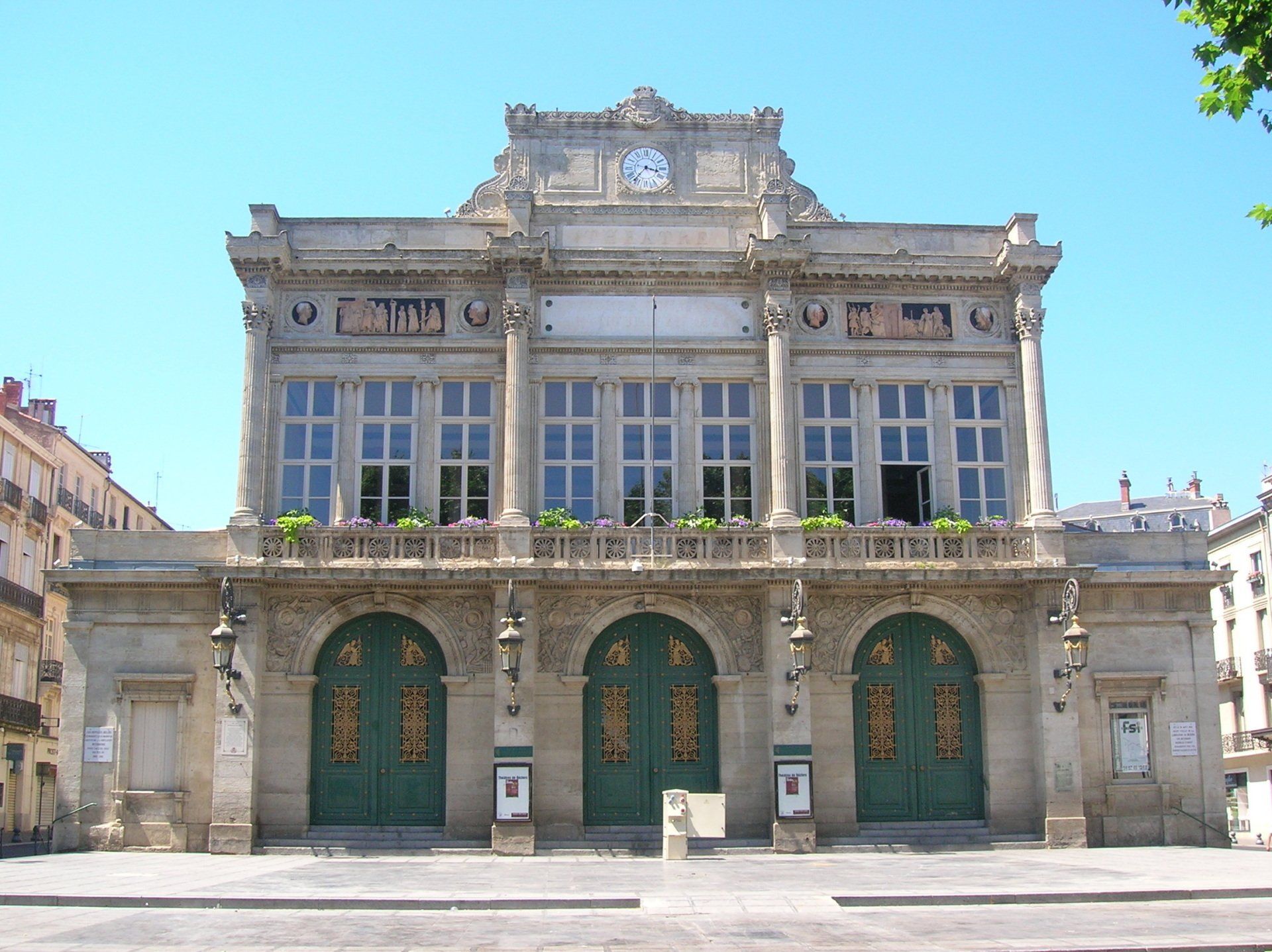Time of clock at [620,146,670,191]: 3:36
